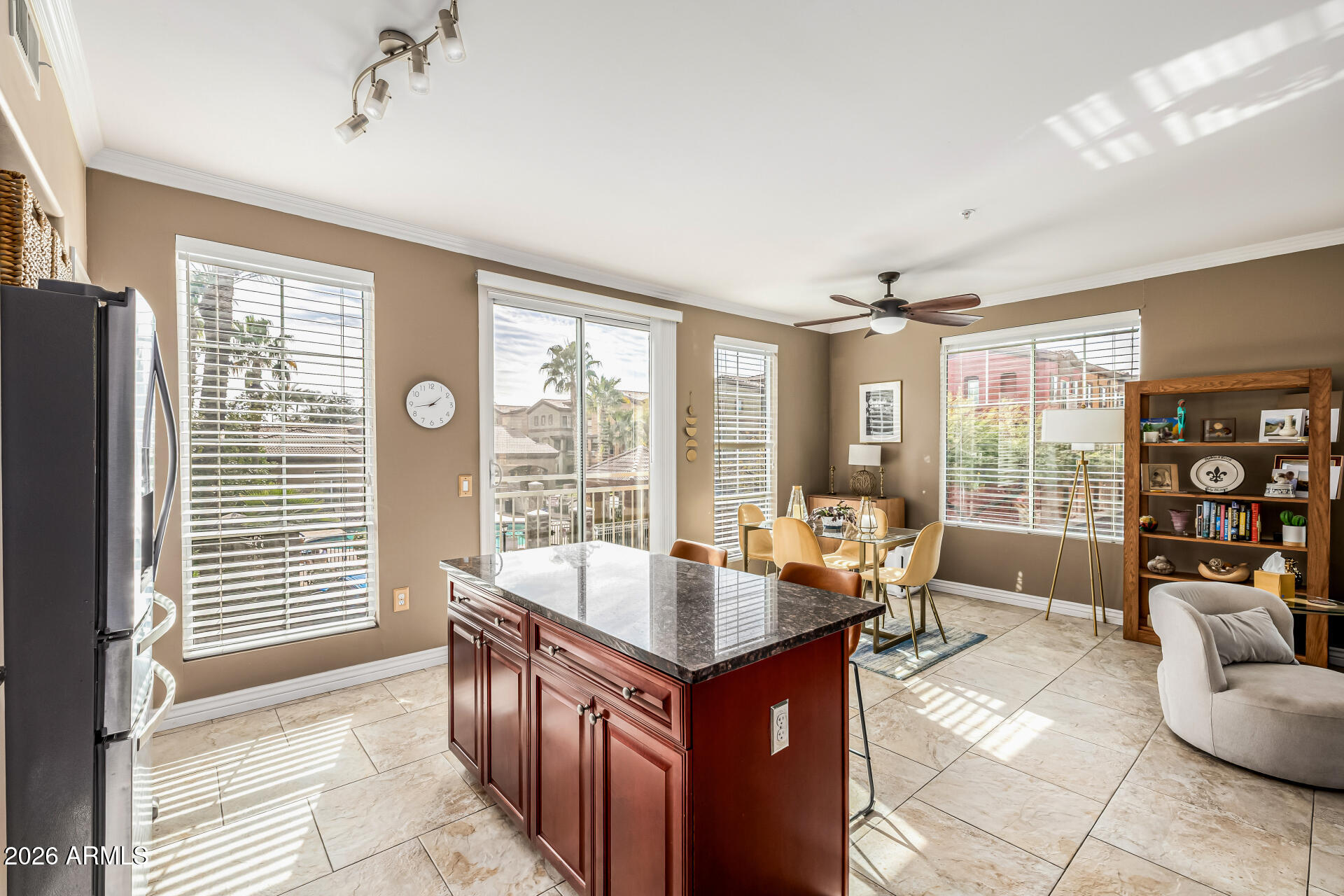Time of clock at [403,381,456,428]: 1:43
